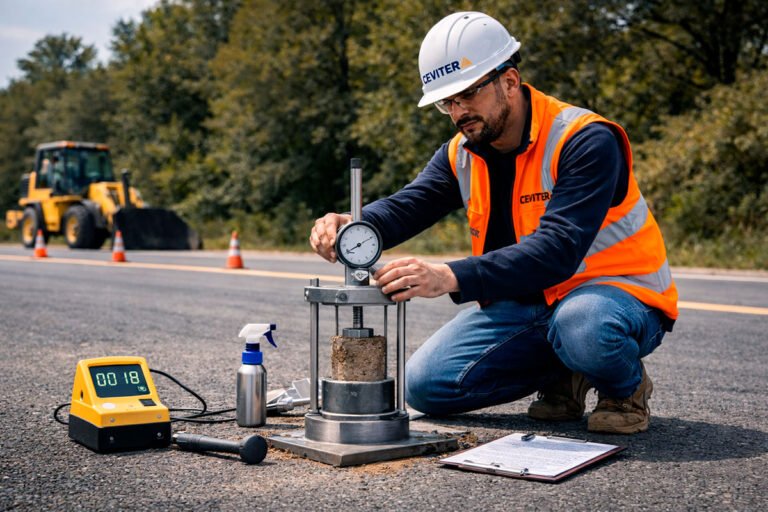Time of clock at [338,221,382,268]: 8:10
